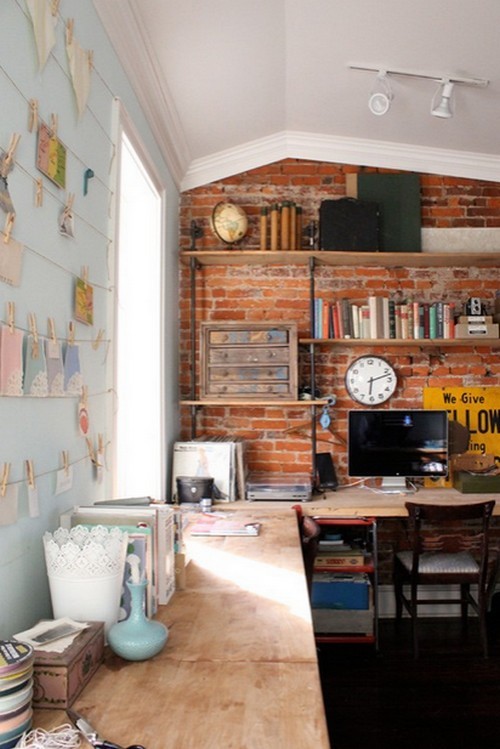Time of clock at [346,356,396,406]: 6:12
